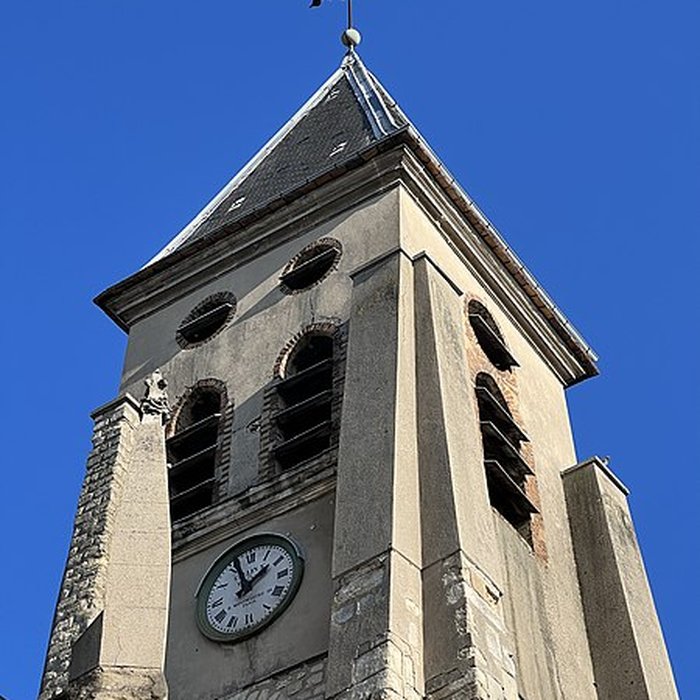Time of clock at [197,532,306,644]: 1:56
